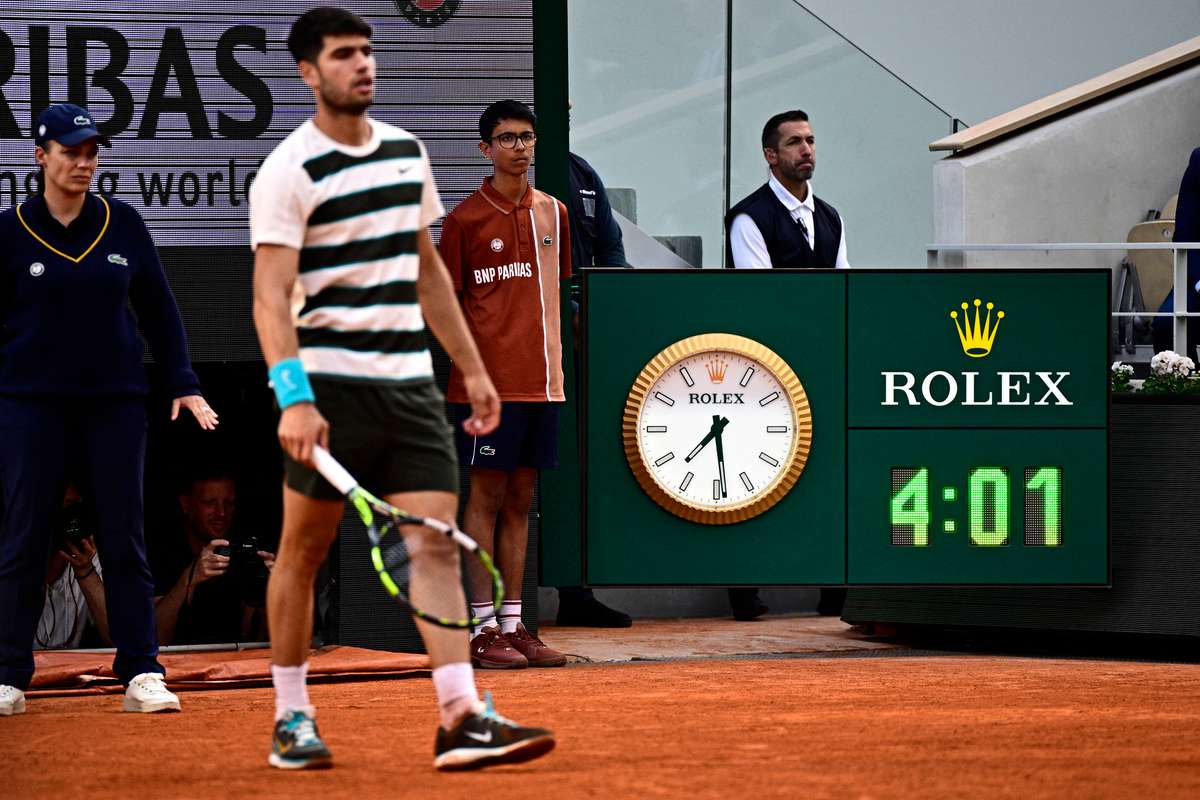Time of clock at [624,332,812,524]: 7:28
